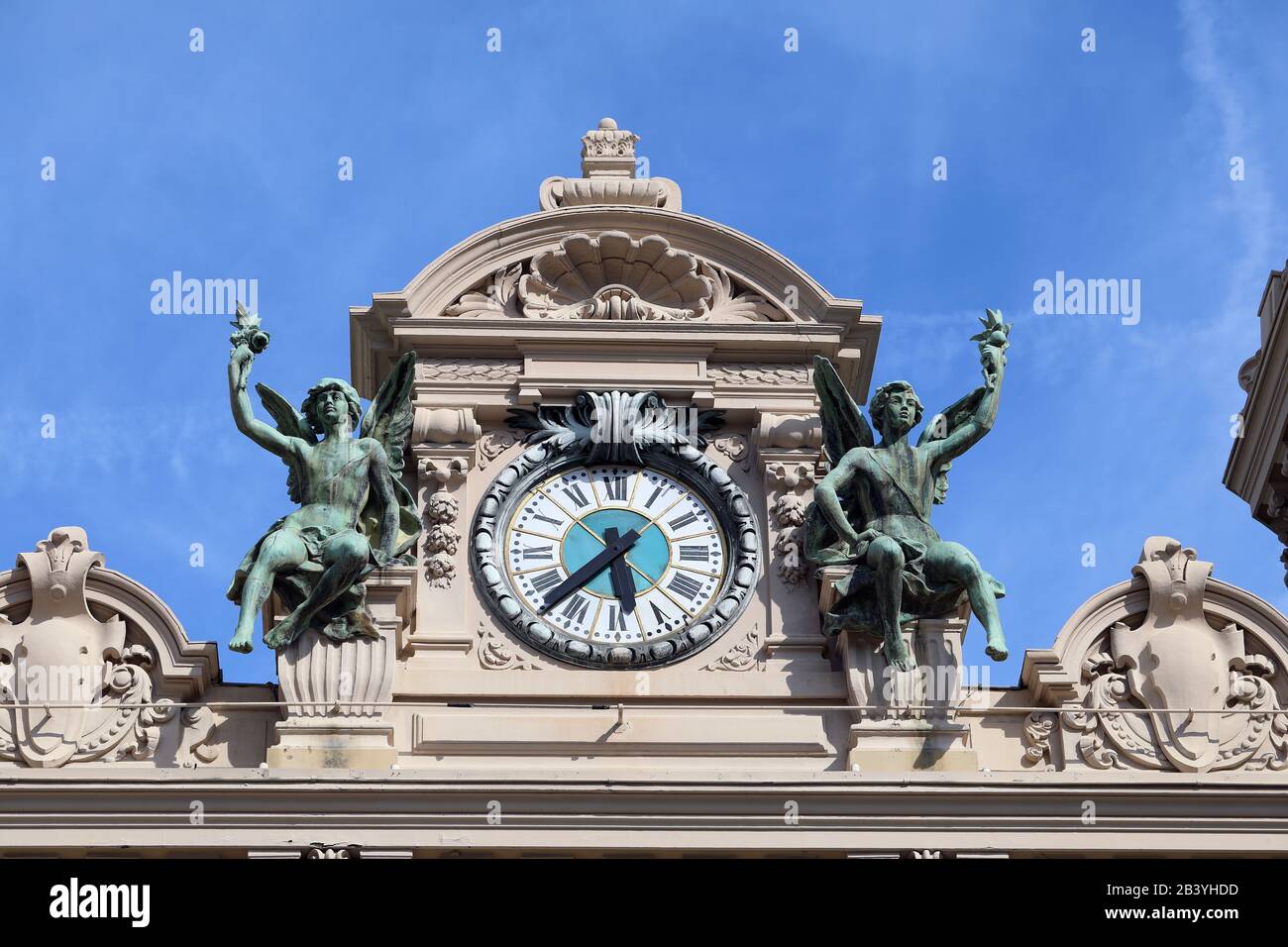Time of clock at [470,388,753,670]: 5:37
